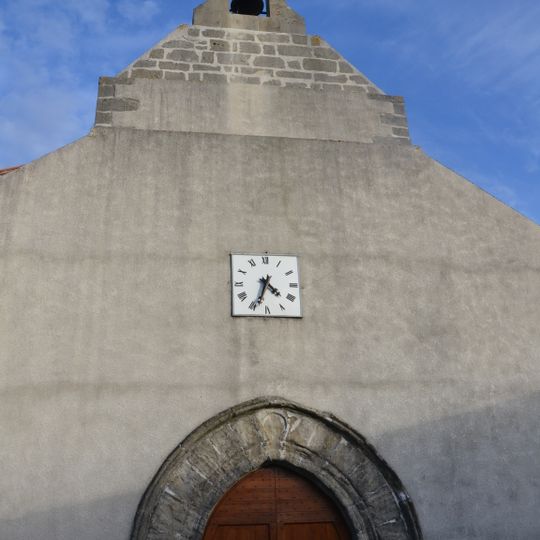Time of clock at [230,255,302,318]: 4:33
